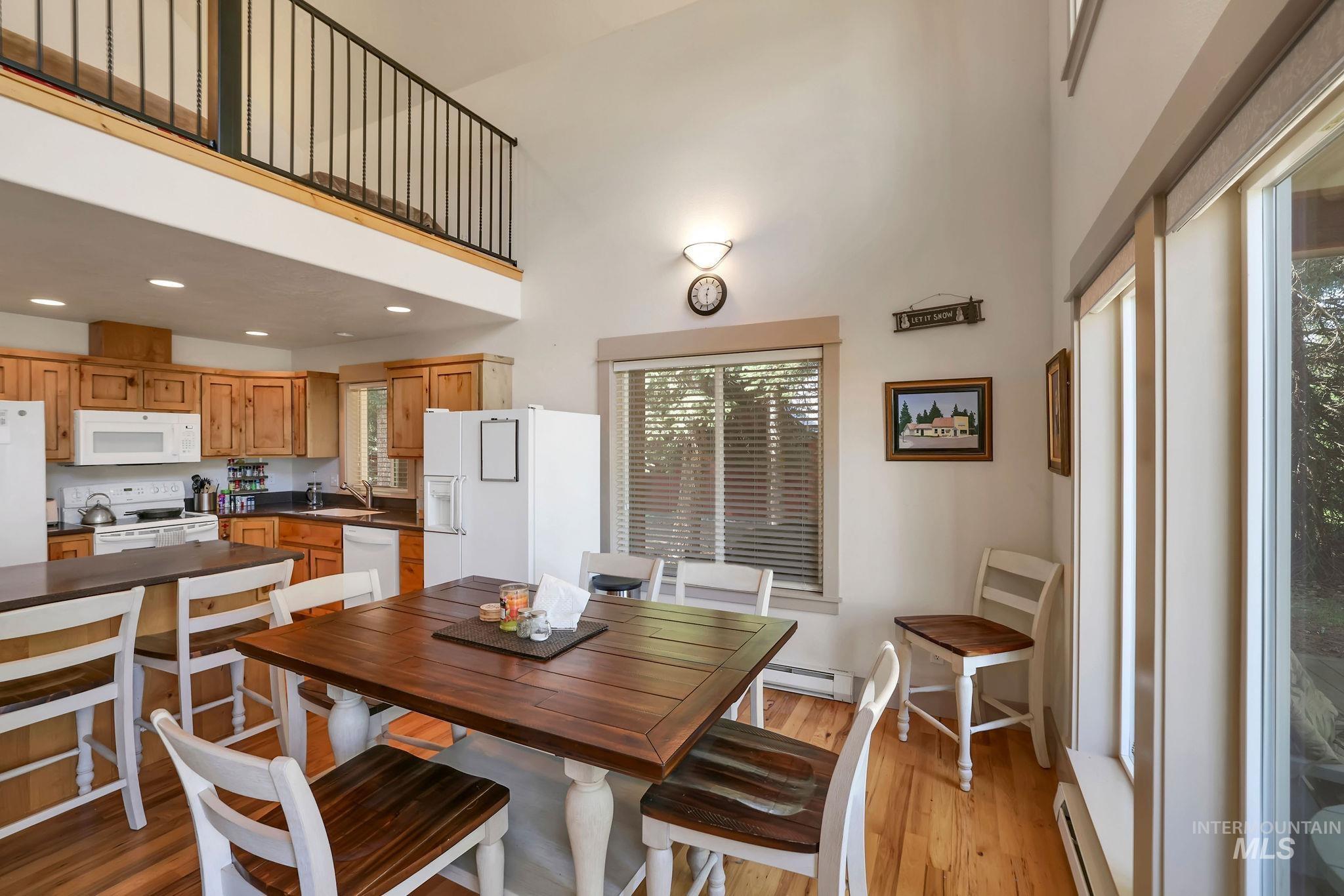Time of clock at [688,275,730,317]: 12:29
